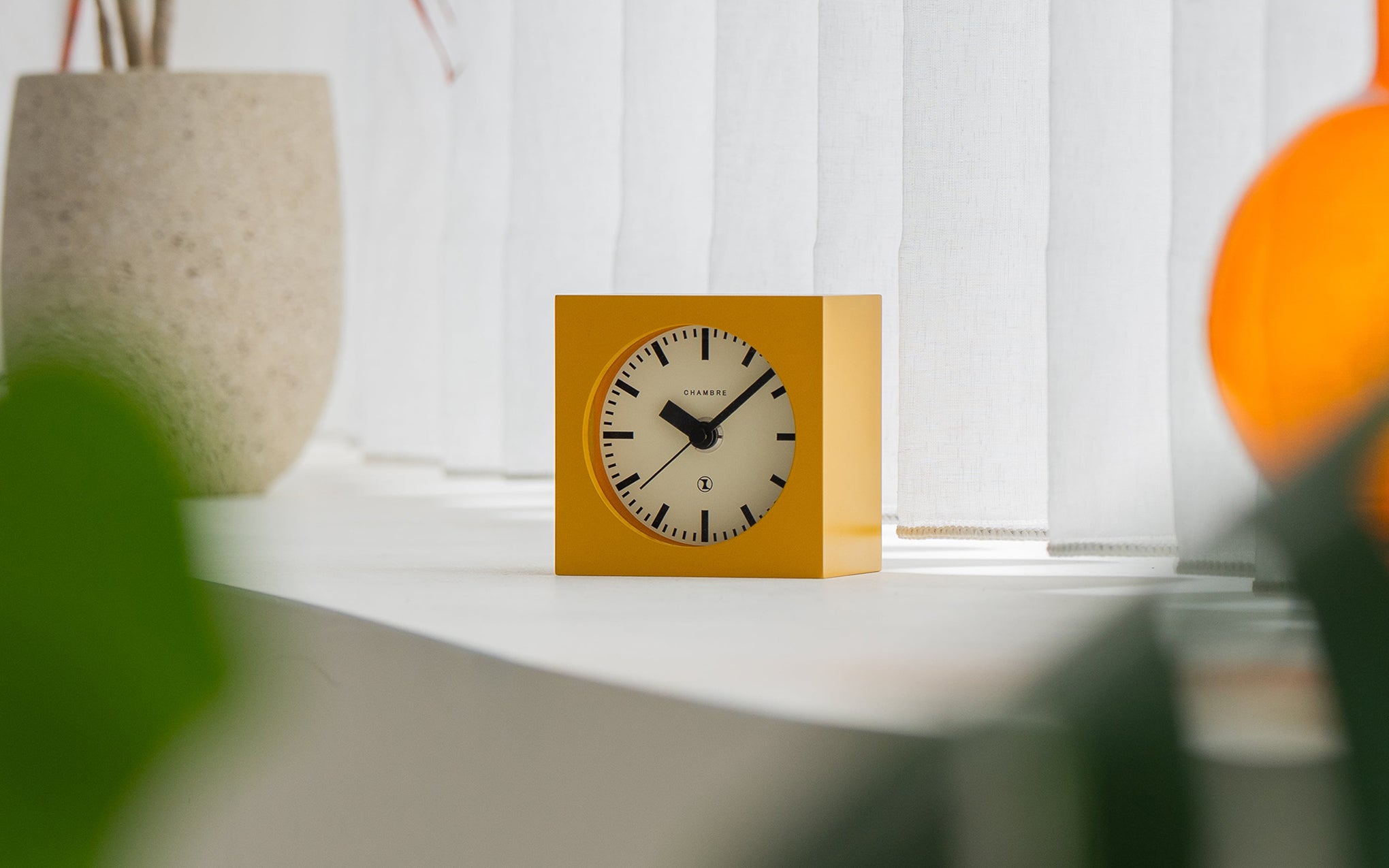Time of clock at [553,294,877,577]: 10:07
